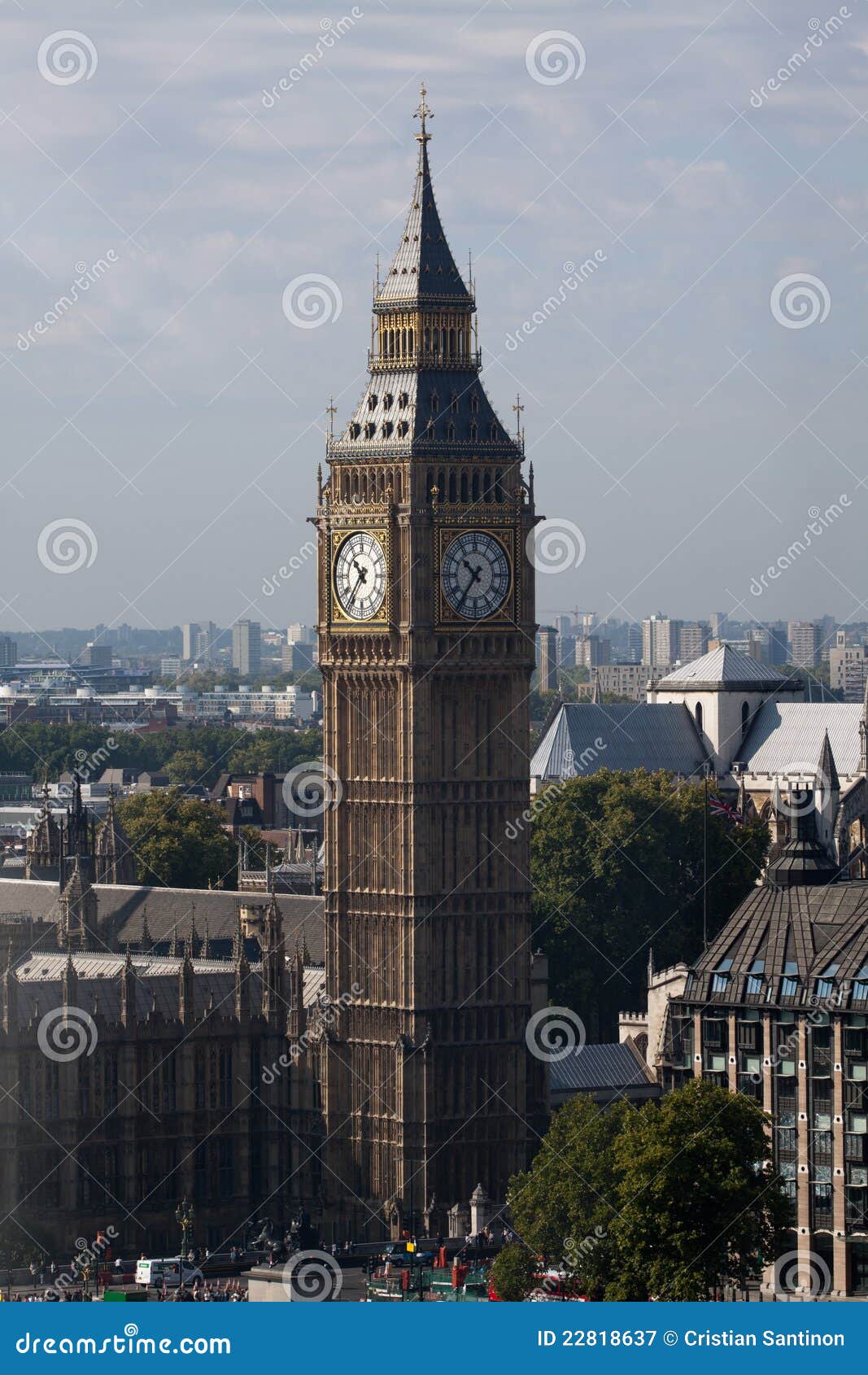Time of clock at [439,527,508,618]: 10:36
